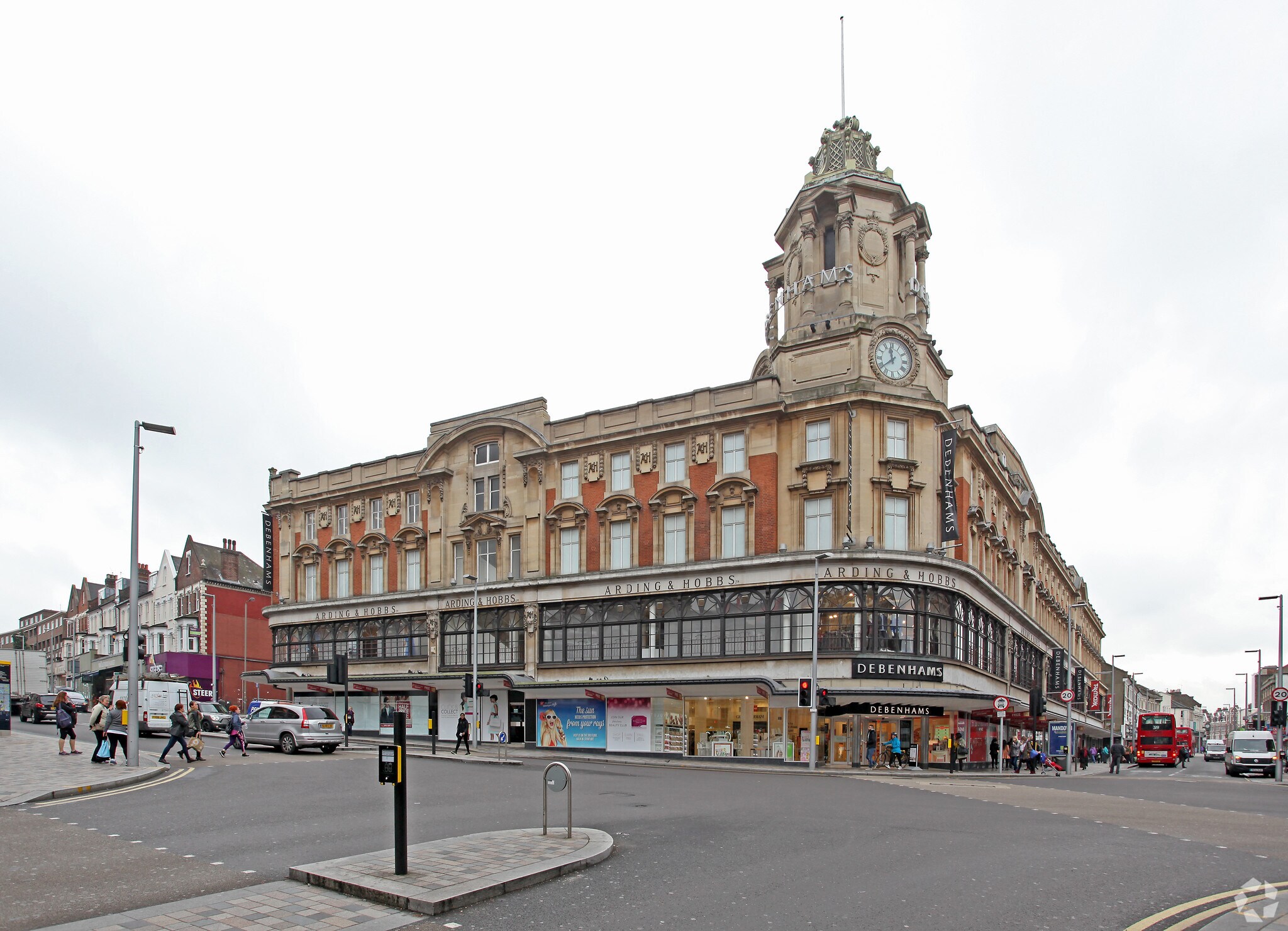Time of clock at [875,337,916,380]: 11:38
